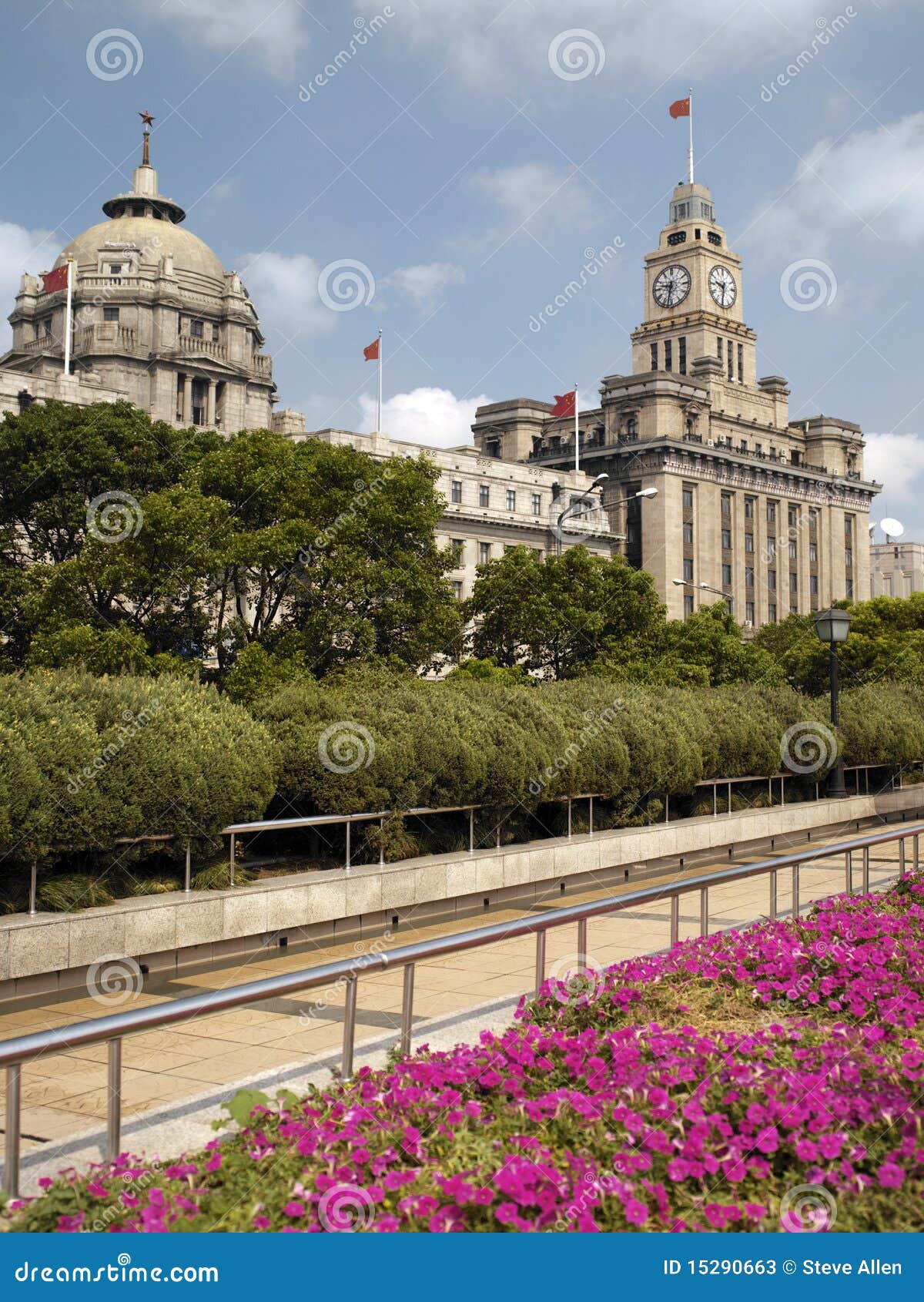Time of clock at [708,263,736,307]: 9:31
